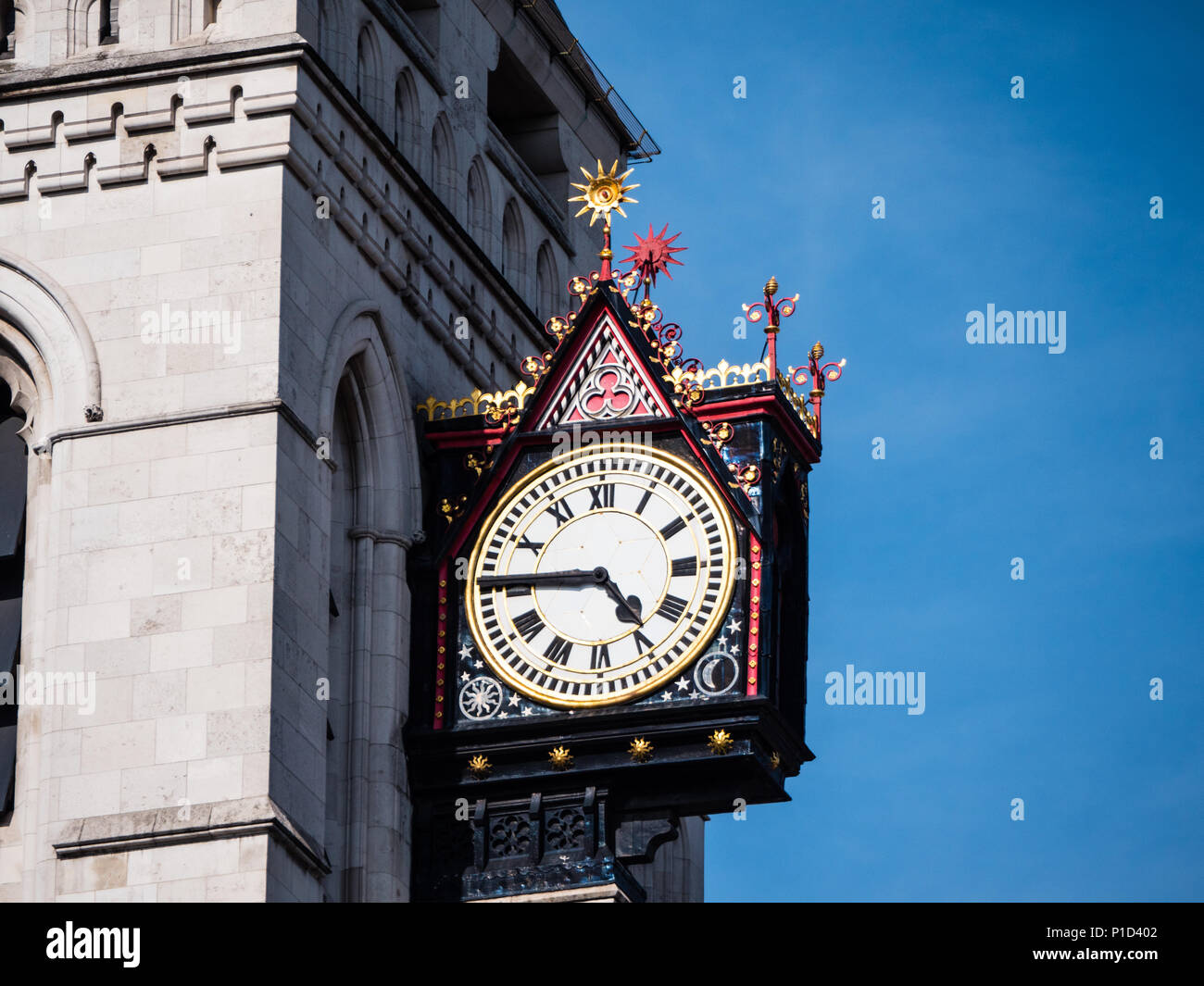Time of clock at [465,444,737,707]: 4:45
